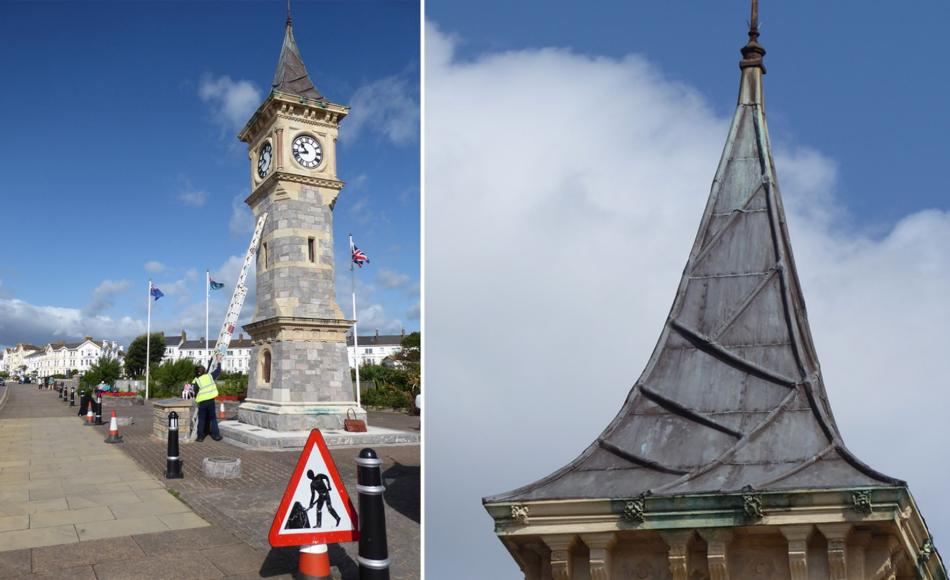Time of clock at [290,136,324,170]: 10:42
